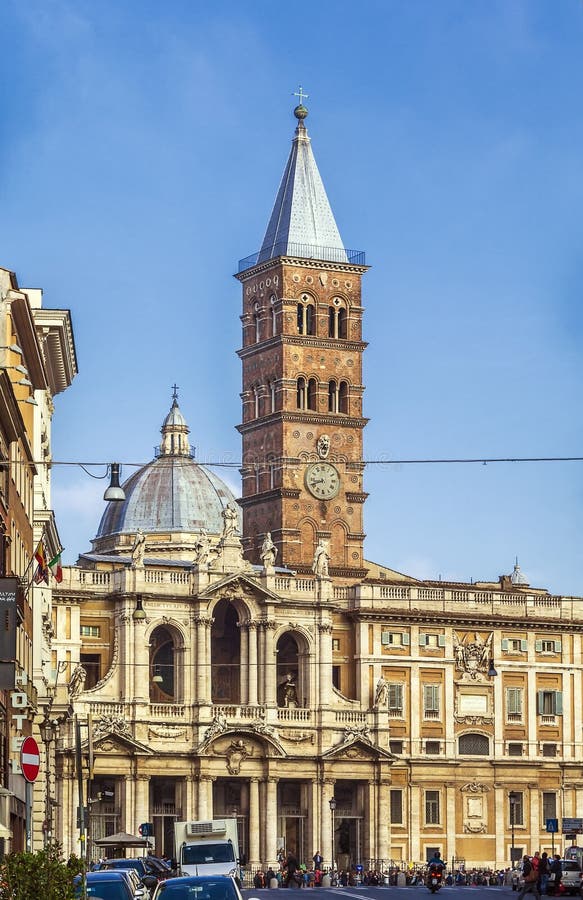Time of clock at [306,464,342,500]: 8:41
